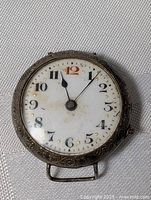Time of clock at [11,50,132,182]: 11:06
